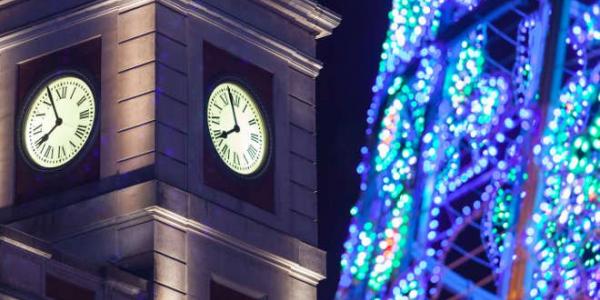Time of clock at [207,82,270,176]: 7:57
